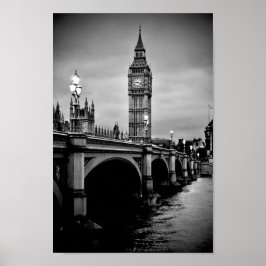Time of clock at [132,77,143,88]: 9:20
